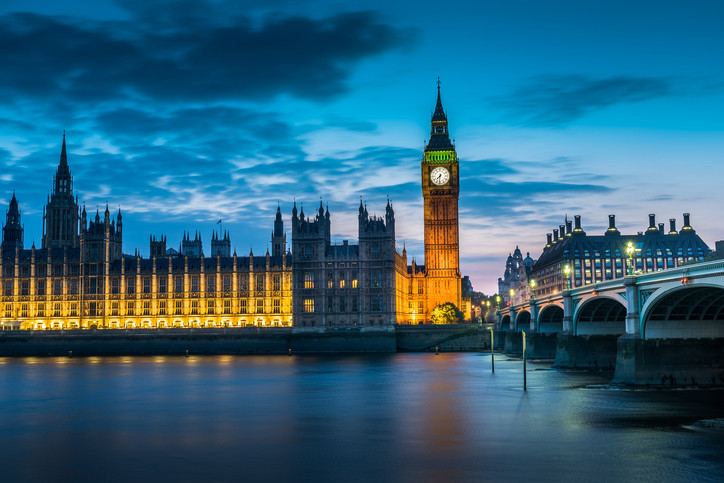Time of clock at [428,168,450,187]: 7:31
